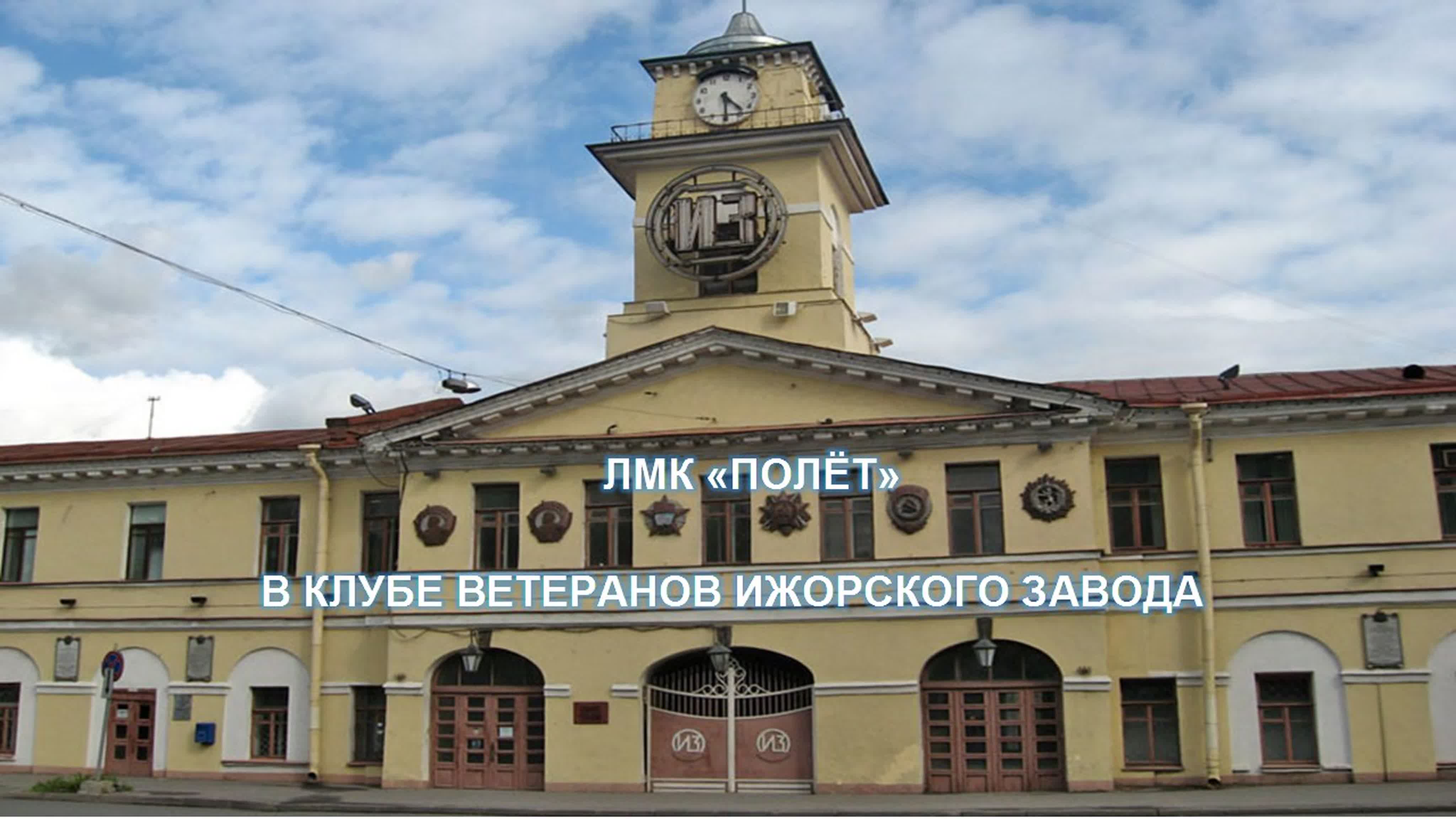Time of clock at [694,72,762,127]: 4:29
